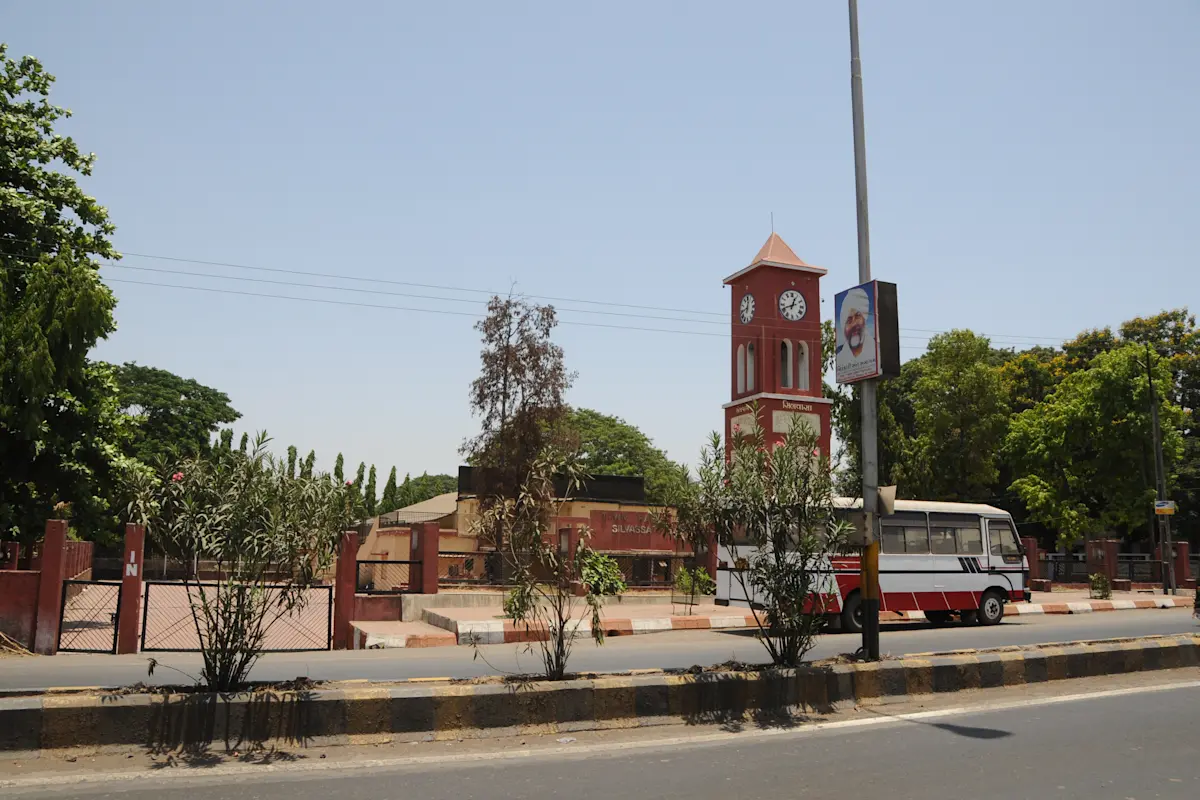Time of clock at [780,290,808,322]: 12:41
